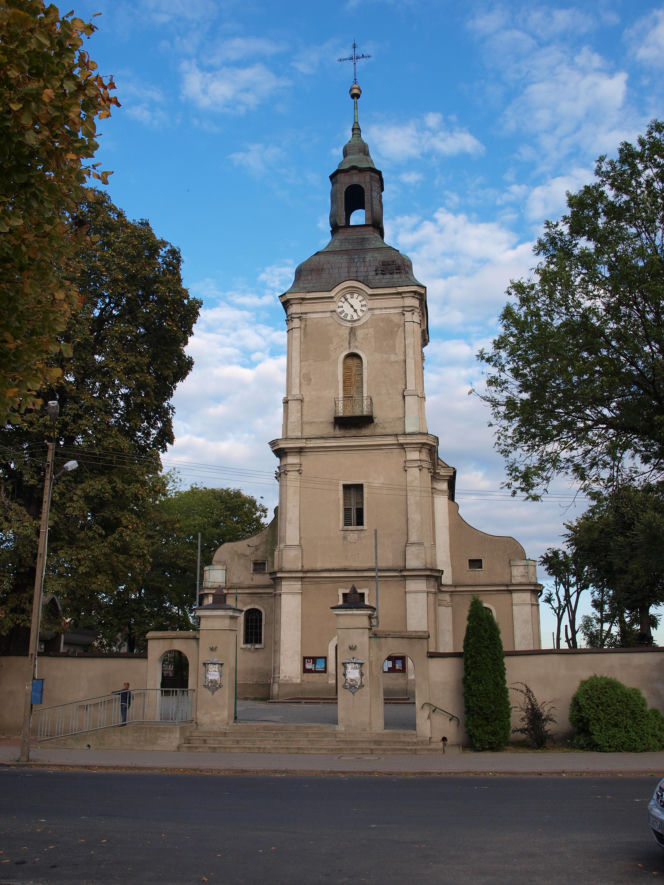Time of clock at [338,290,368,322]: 4:53
